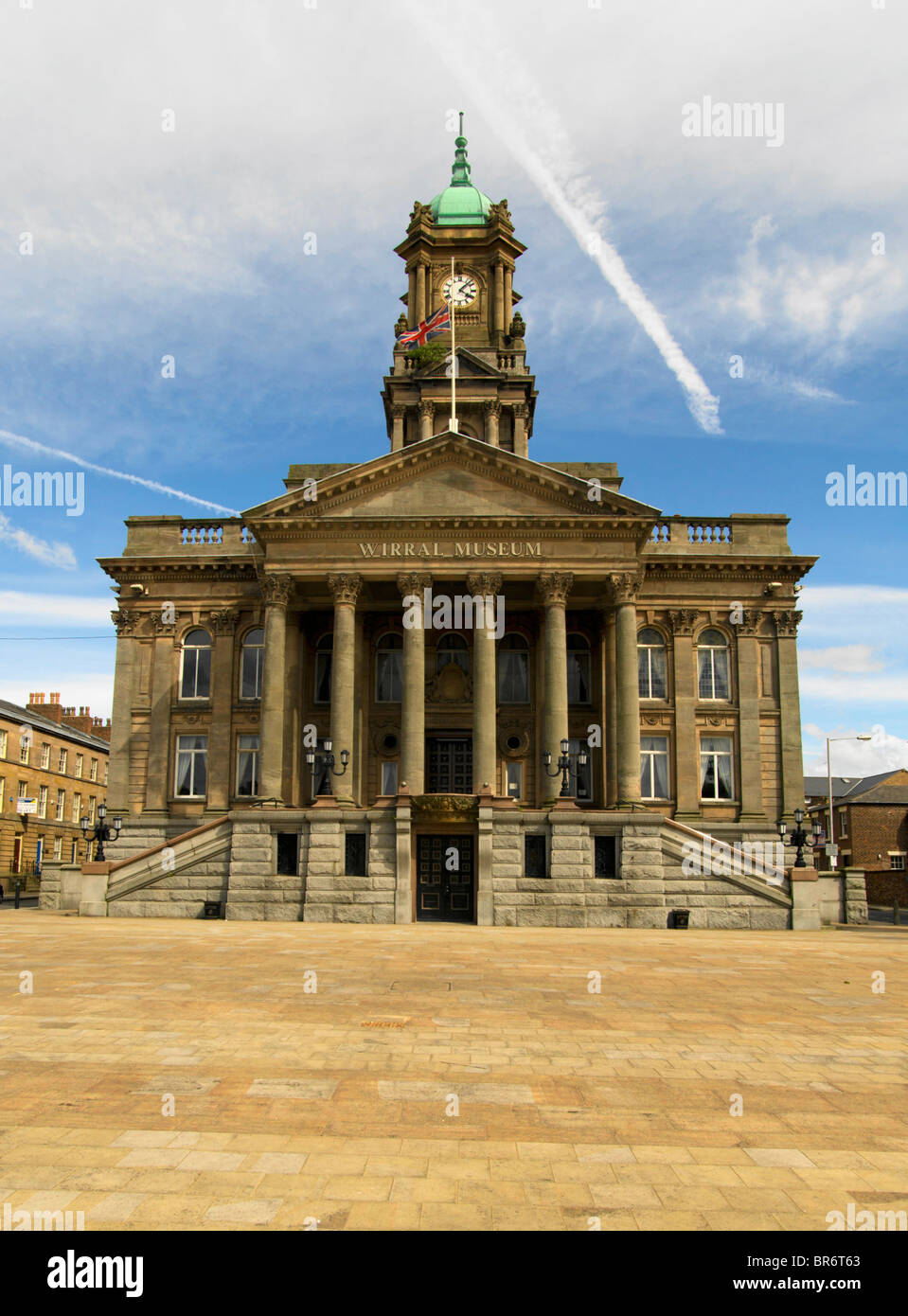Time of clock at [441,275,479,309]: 4:07
